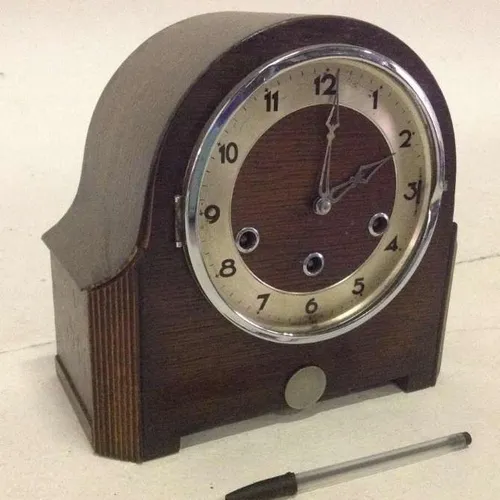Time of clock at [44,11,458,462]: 2:01
